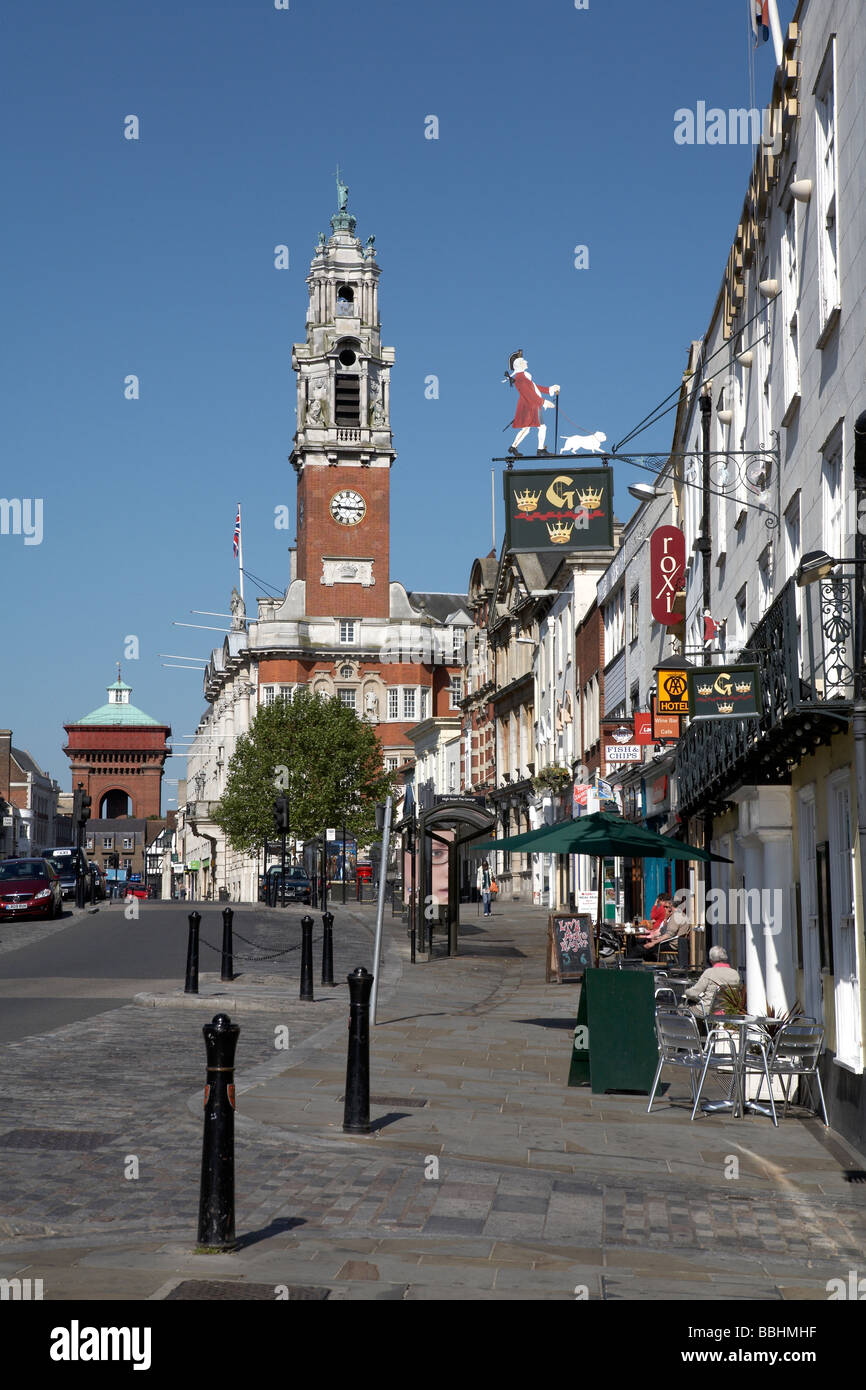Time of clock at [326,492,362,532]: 9:15
